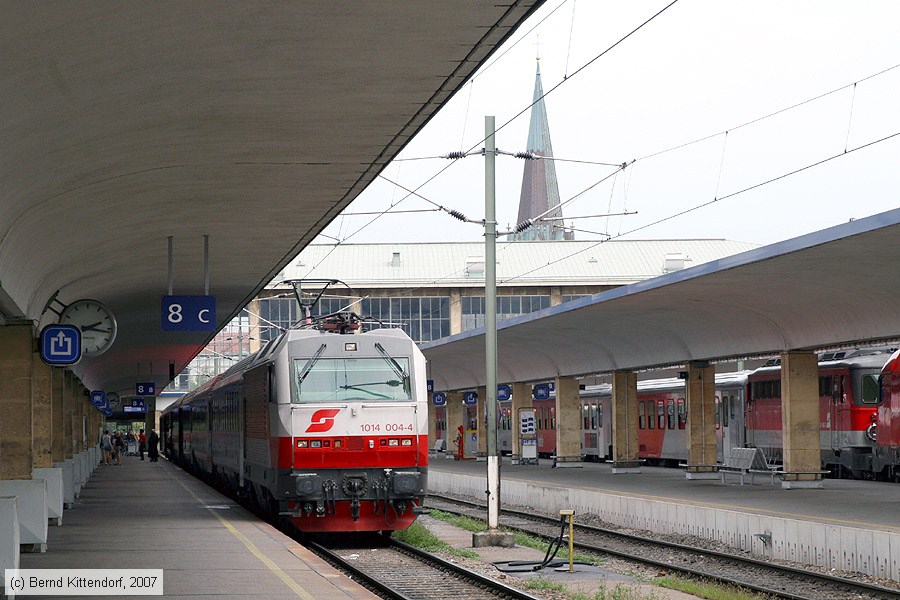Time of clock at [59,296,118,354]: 2:16
